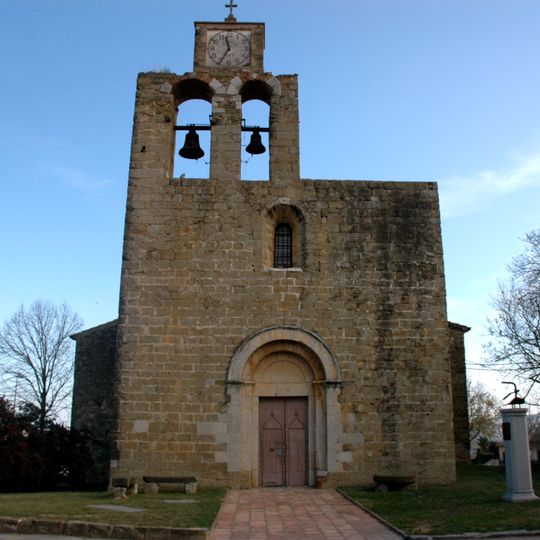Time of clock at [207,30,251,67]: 11:34
